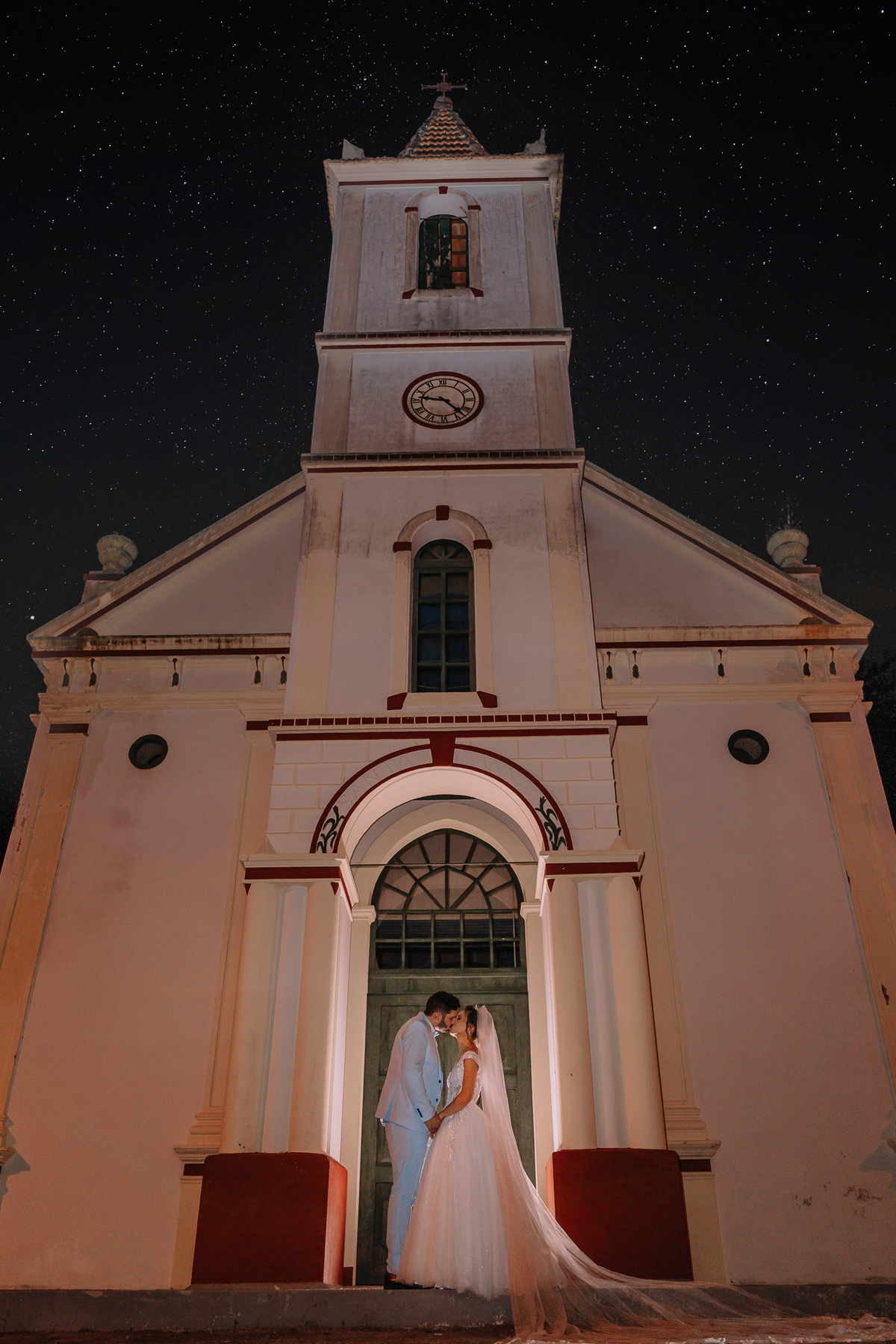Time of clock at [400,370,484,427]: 9:22
